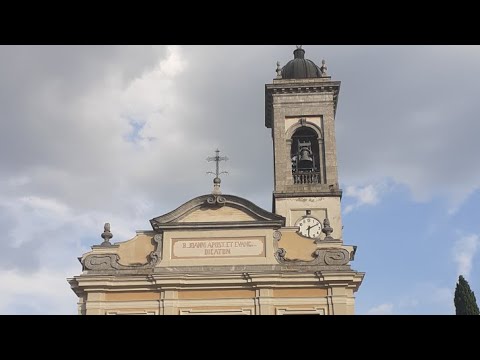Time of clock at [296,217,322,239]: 6:10
